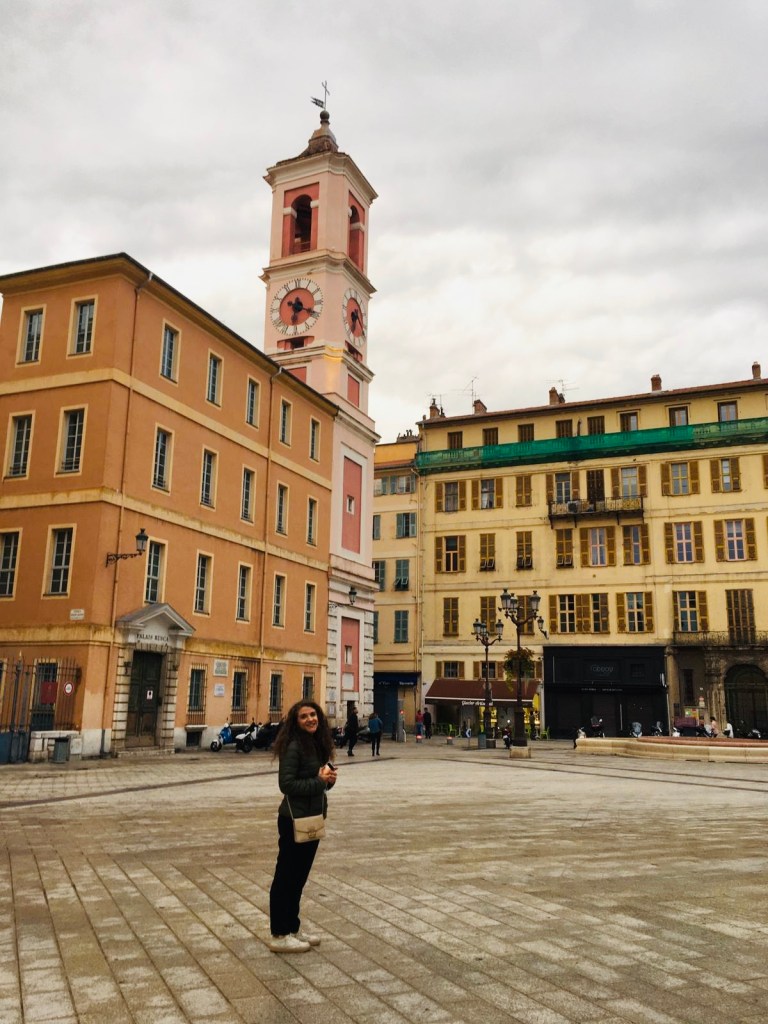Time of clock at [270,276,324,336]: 6:18
